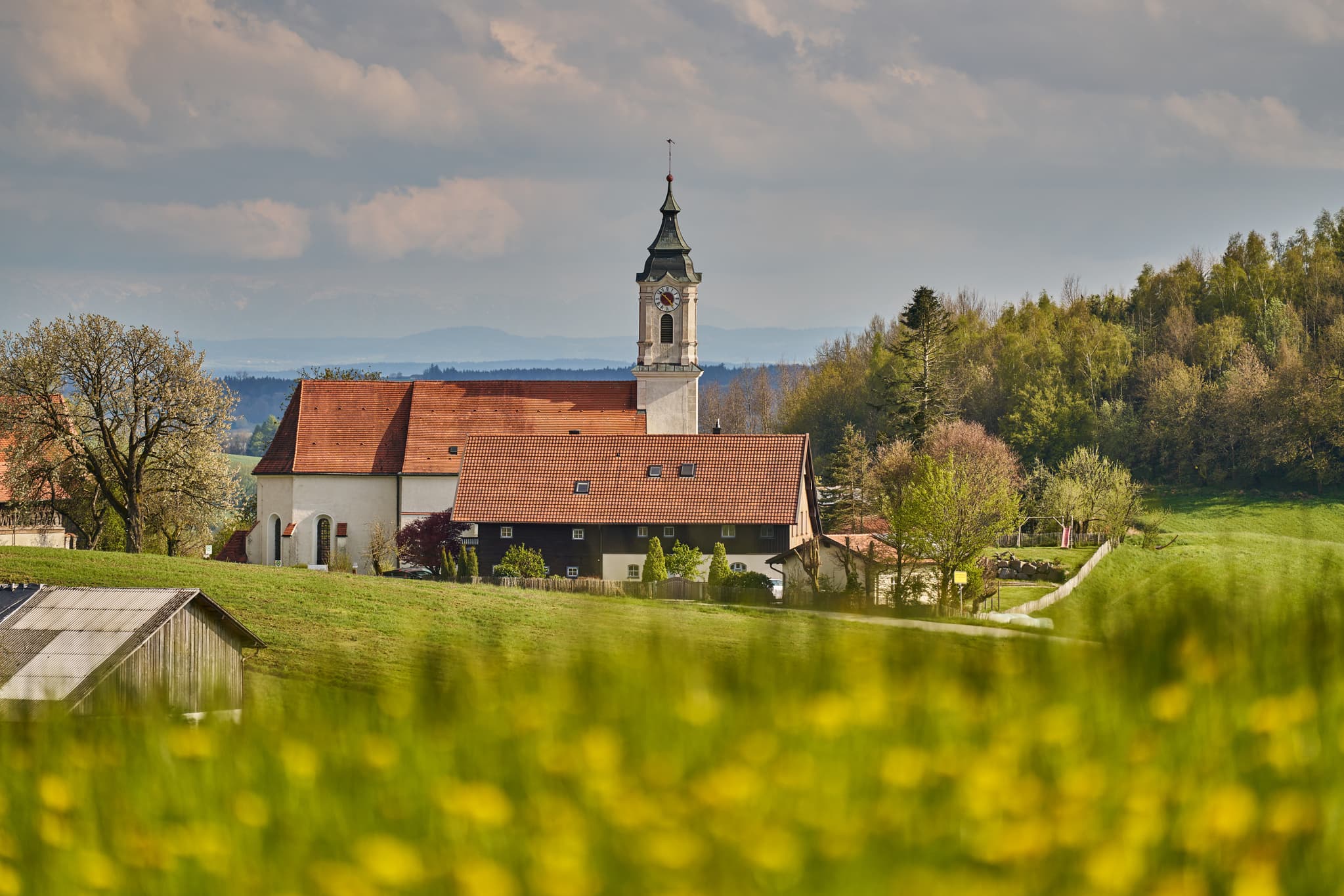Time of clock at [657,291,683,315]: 4:51
